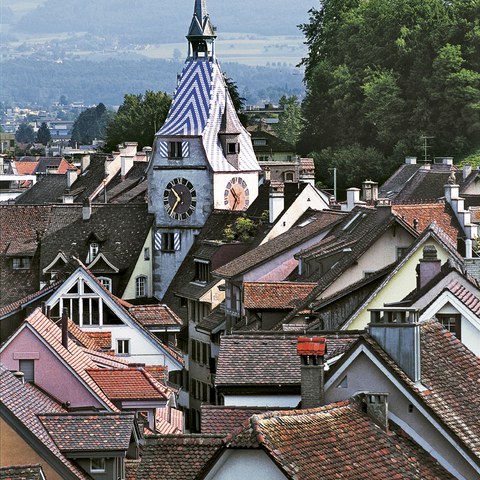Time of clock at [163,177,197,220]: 10:35
